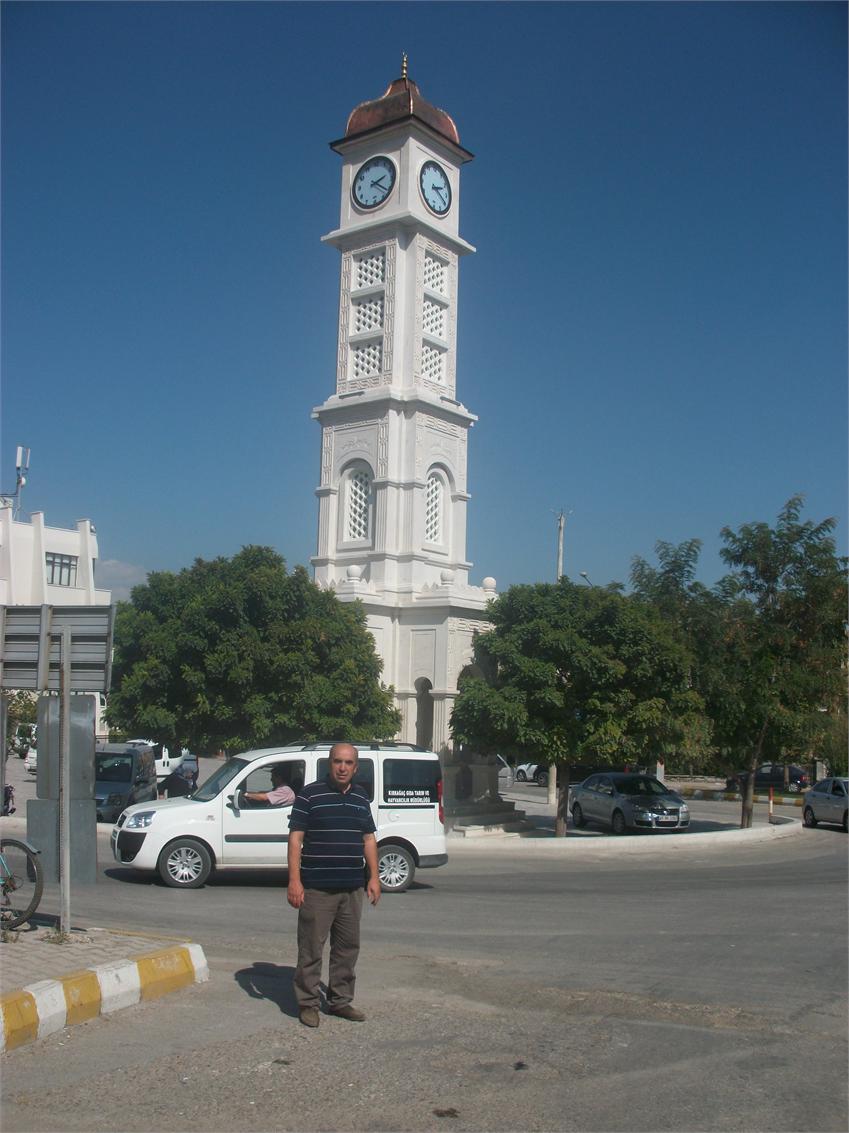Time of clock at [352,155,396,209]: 2:21
